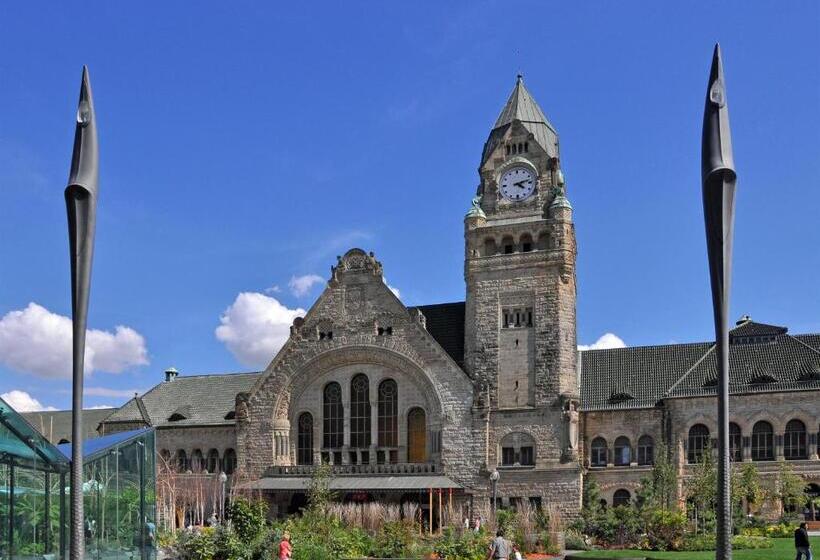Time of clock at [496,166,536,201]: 4:12
